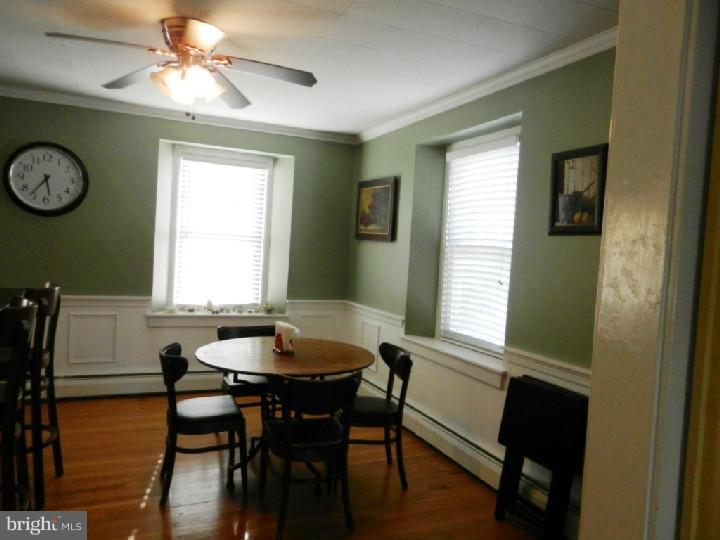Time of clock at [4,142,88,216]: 5:36
